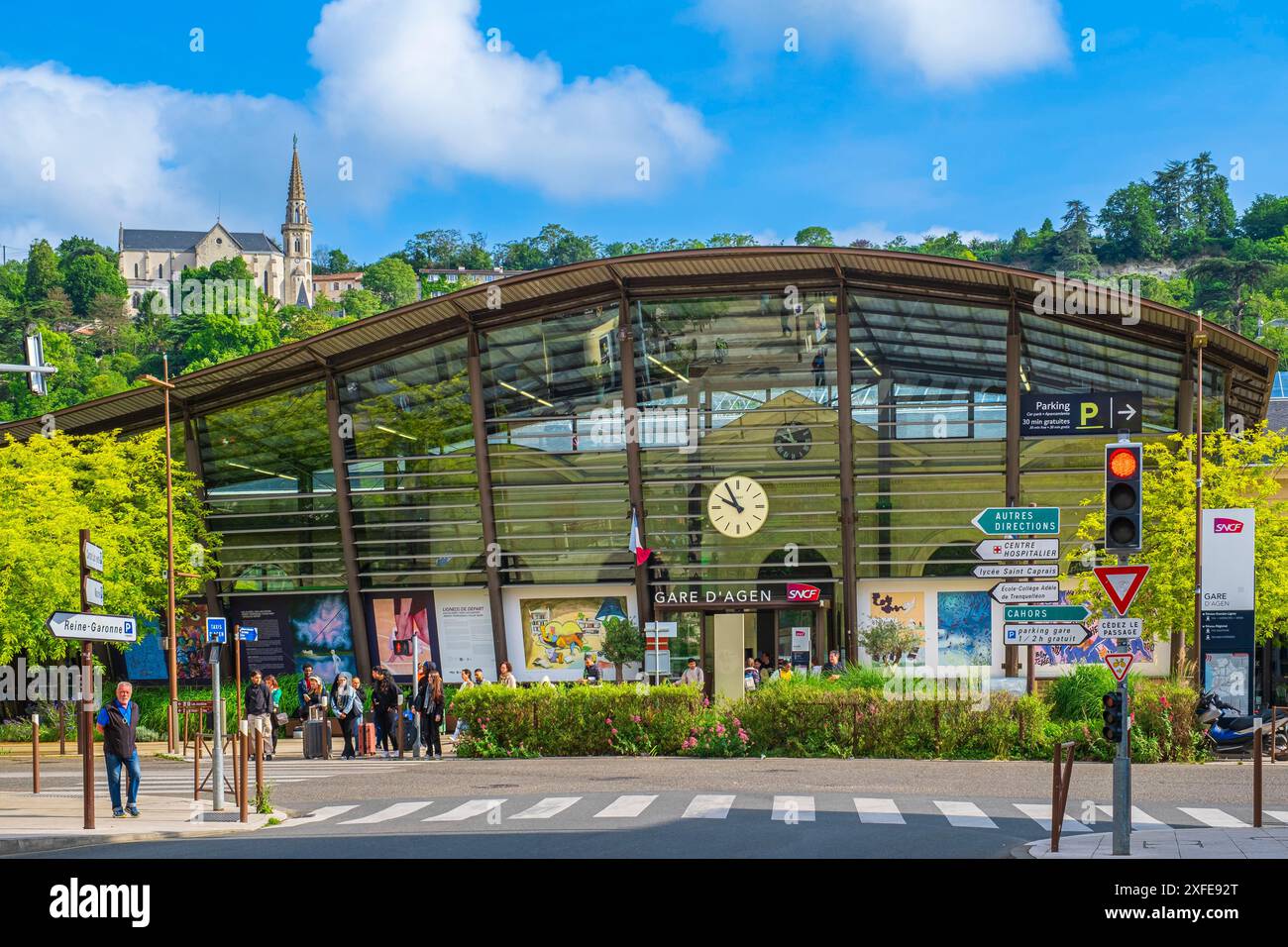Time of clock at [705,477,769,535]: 9:55
